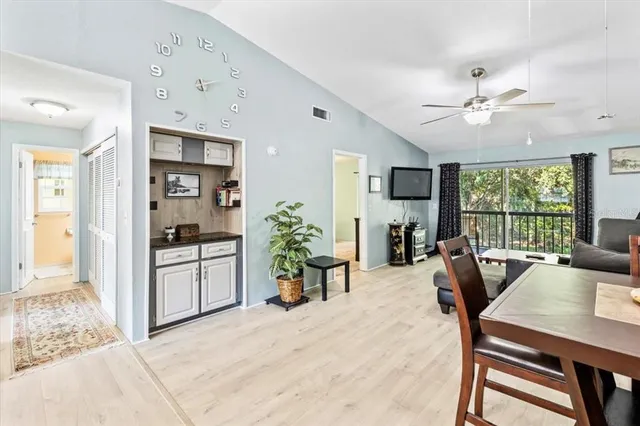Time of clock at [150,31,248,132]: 2:11
